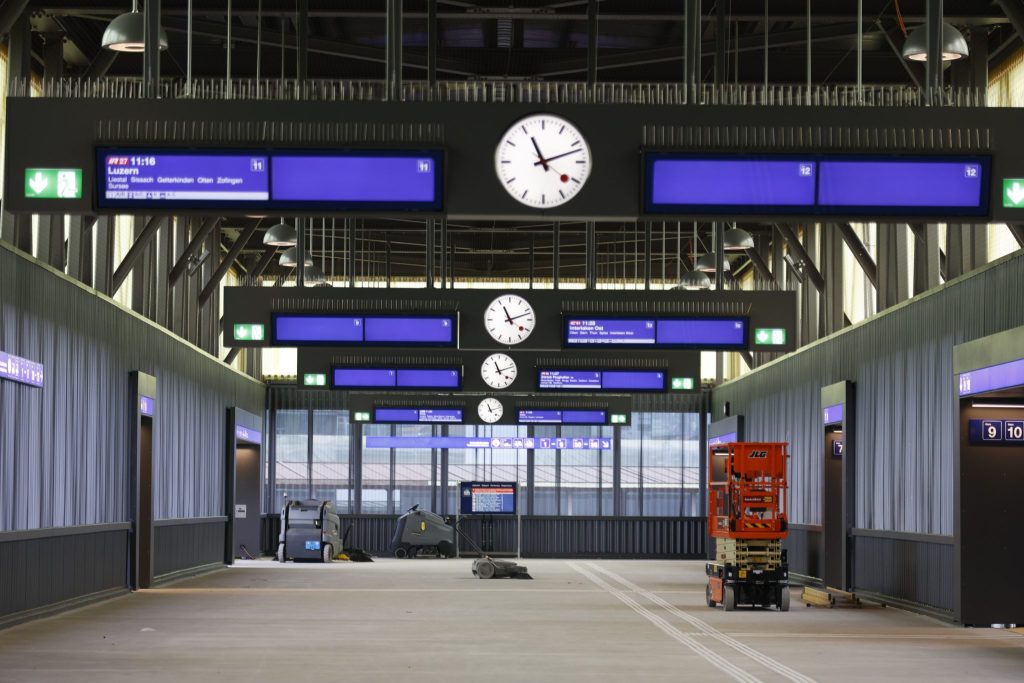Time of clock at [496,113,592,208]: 11:11
